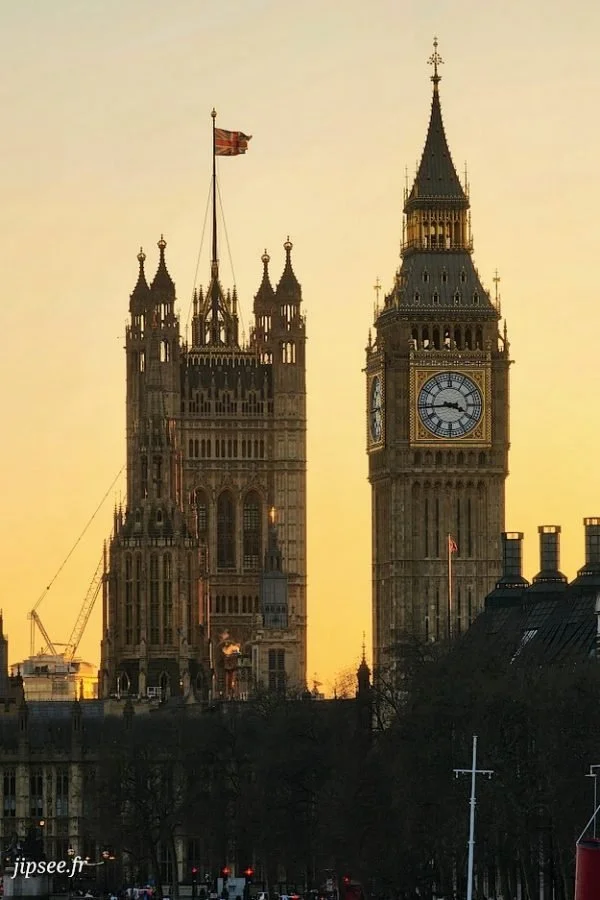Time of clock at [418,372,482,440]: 3:43
